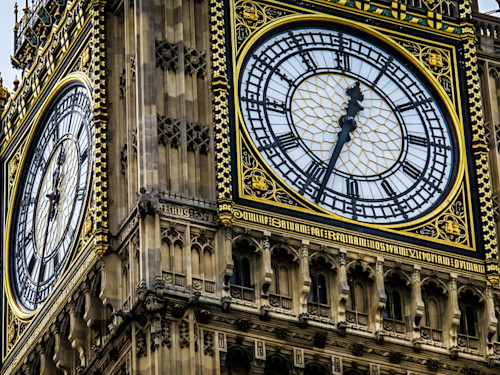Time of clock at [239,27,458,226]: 12:33
